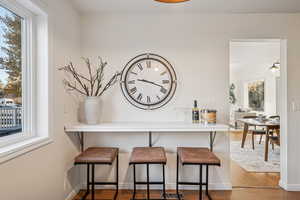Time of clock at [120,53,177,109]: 9:18
